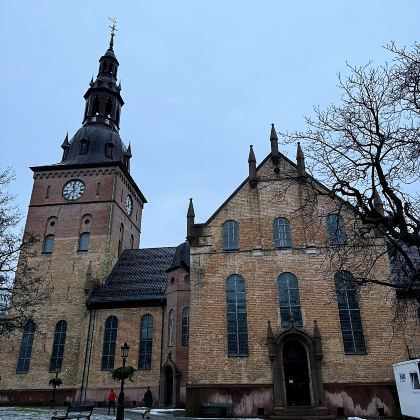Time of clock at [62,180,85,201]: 11:37
